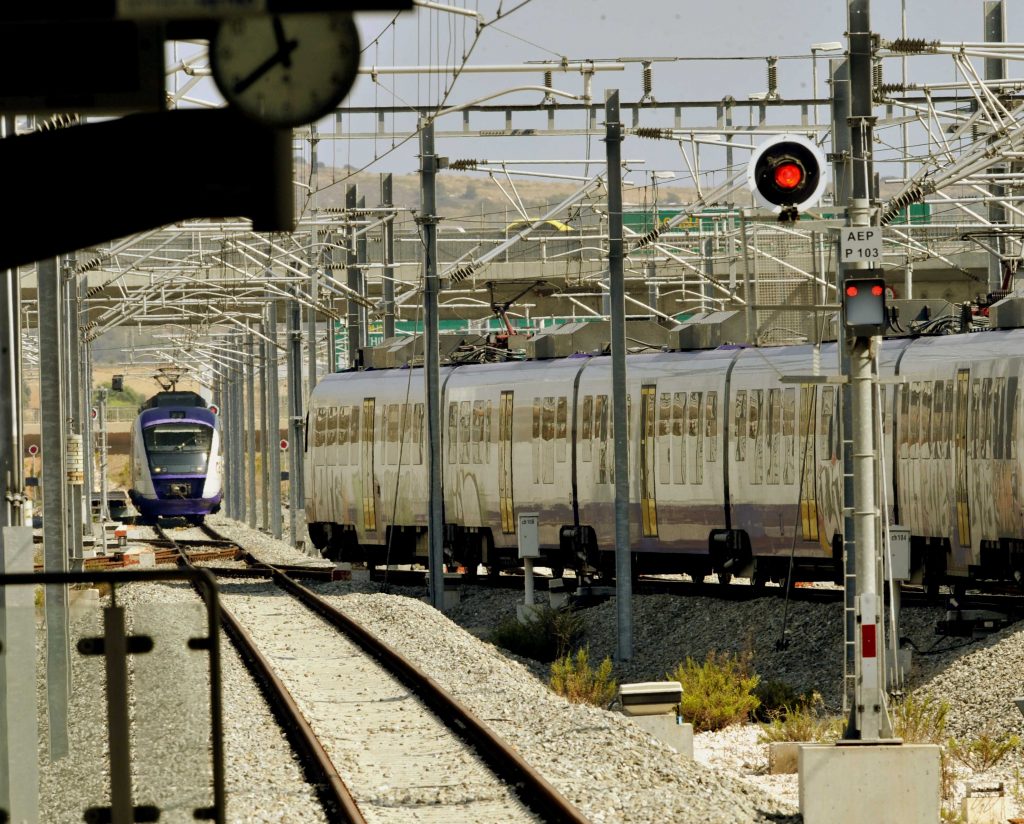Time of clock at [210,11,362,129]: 11:38
